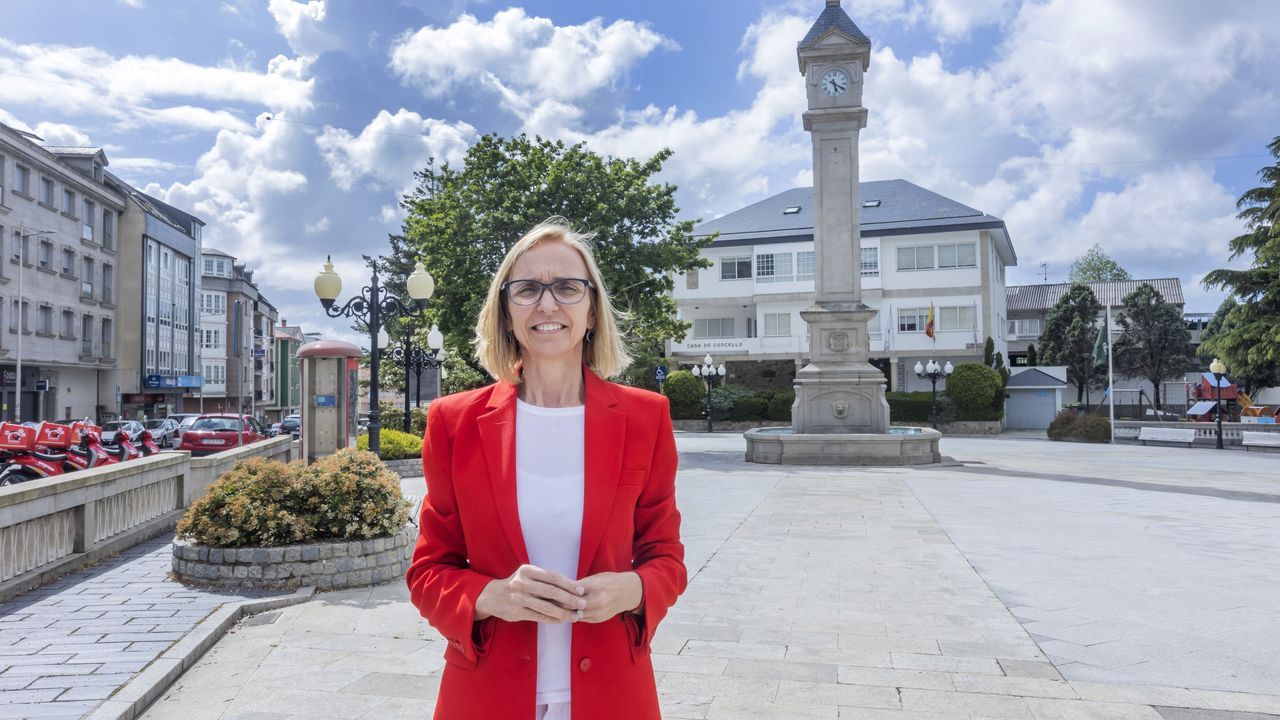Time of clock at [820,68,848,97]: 5:19
